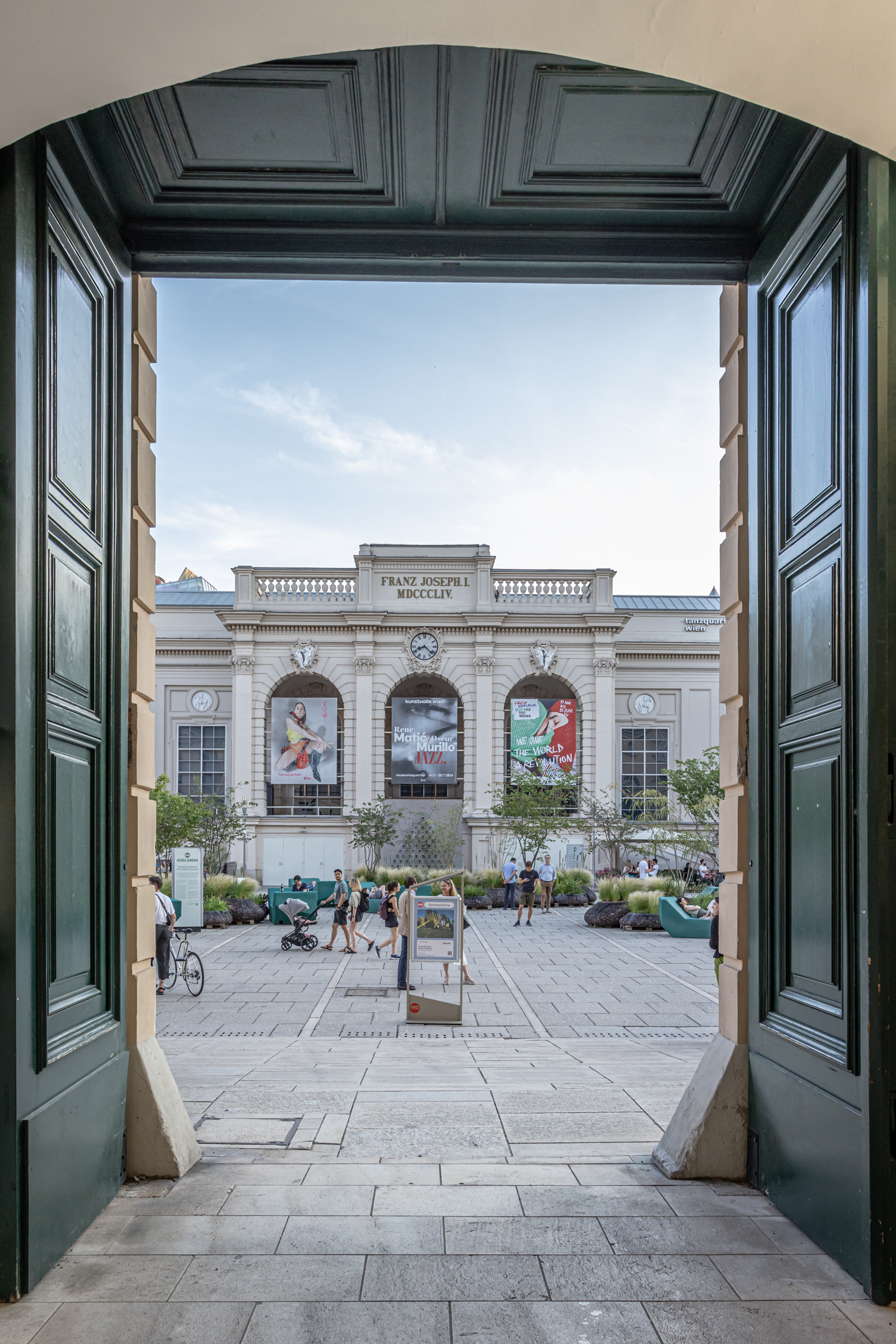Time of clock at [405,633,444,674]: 8:21
